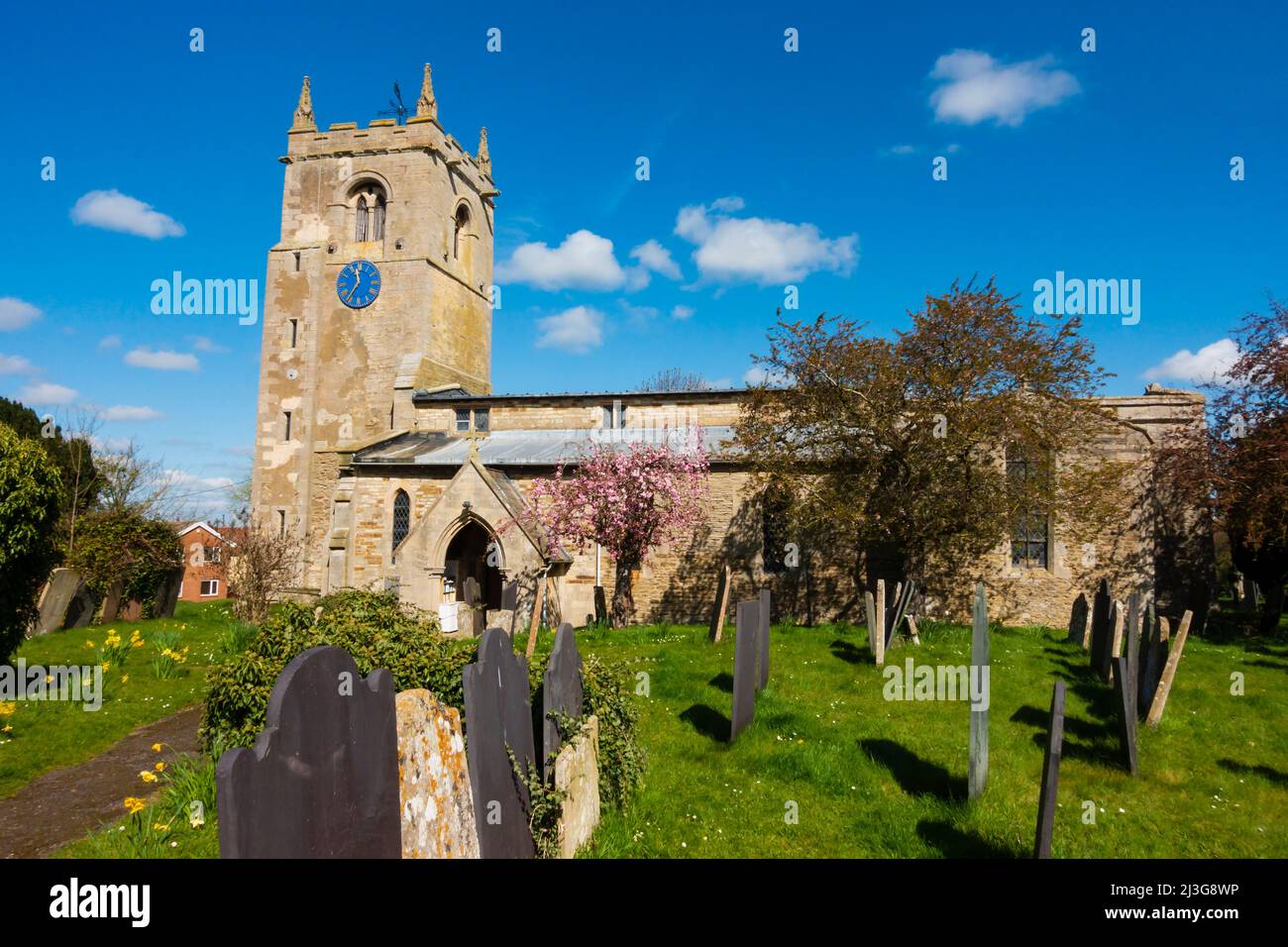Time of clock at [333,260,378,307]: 11:35
